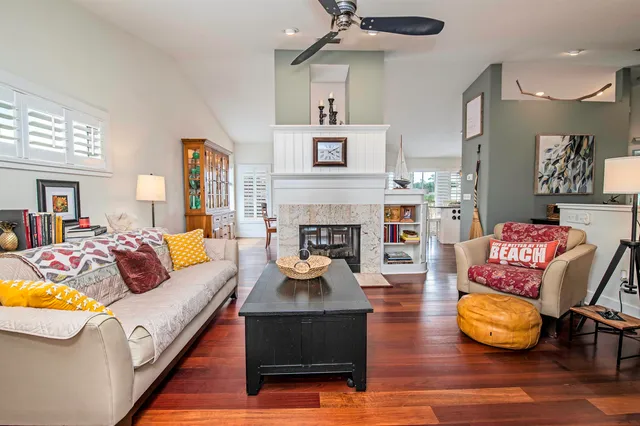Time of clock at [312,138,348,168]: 4:09
